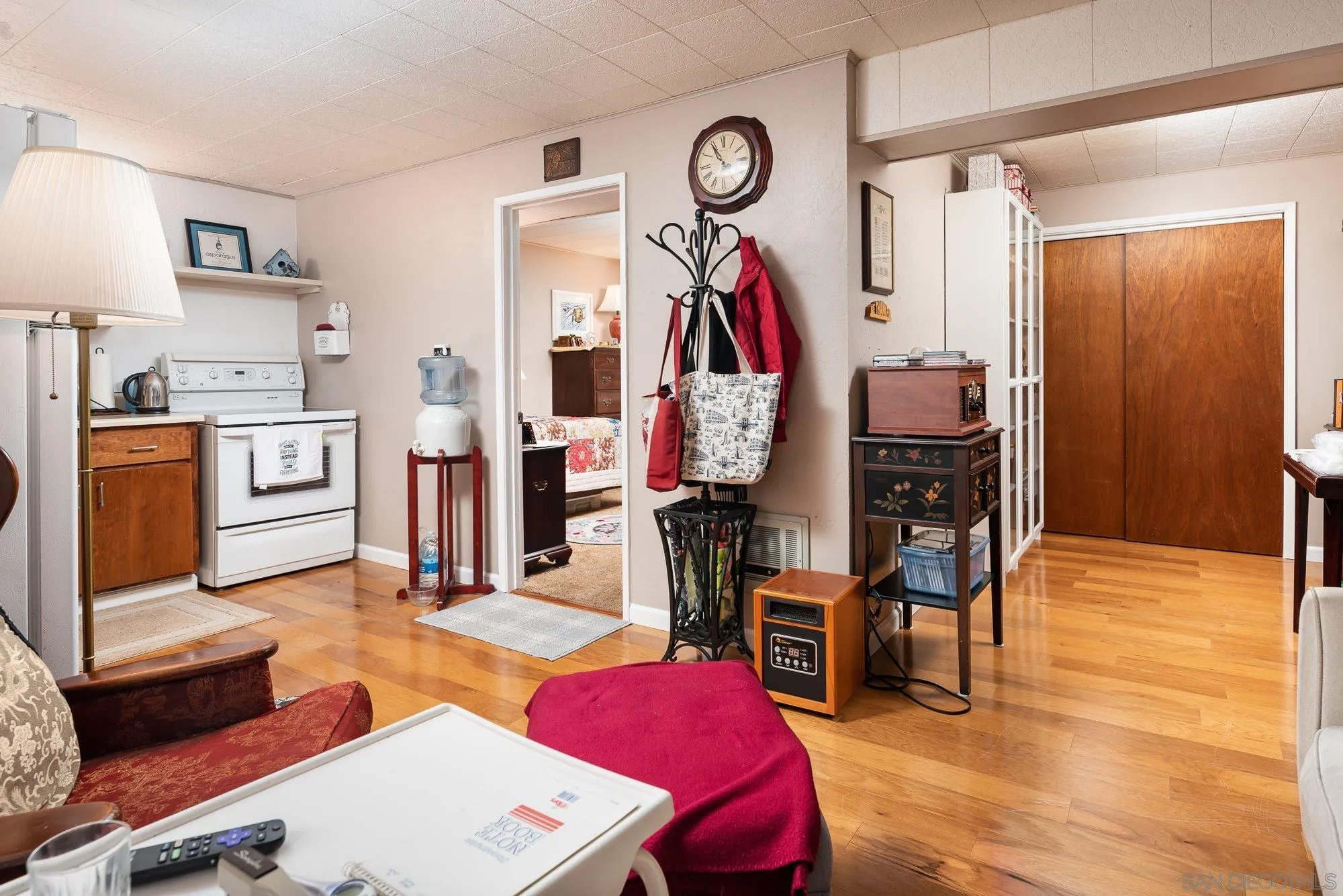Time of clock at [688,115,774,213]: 10:54
